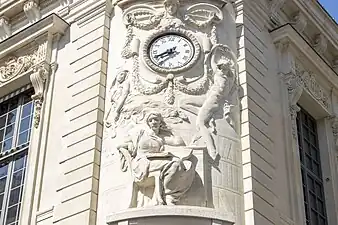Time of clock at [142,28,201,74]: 7:40
